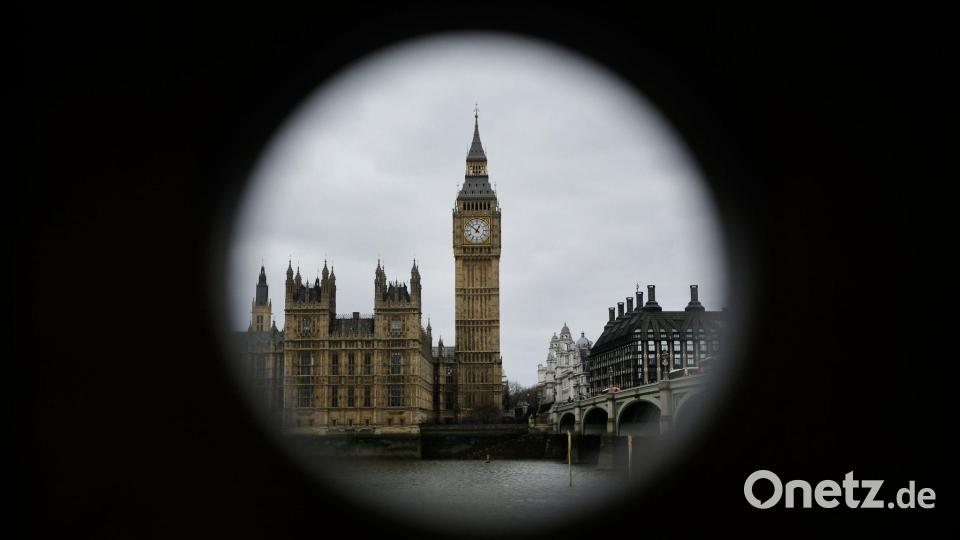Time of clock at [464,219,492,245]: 12:52
